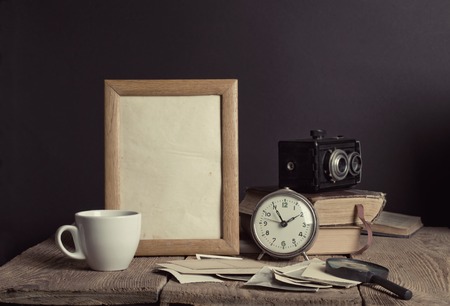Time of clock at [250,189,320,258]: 1:54
